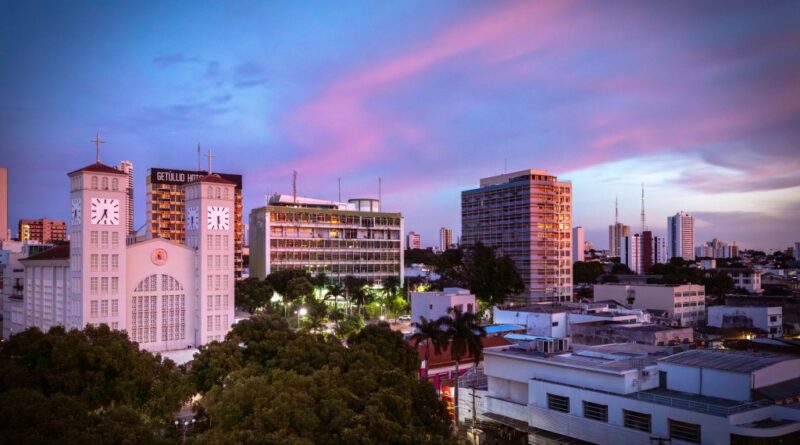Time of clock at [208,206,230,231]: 5:30
